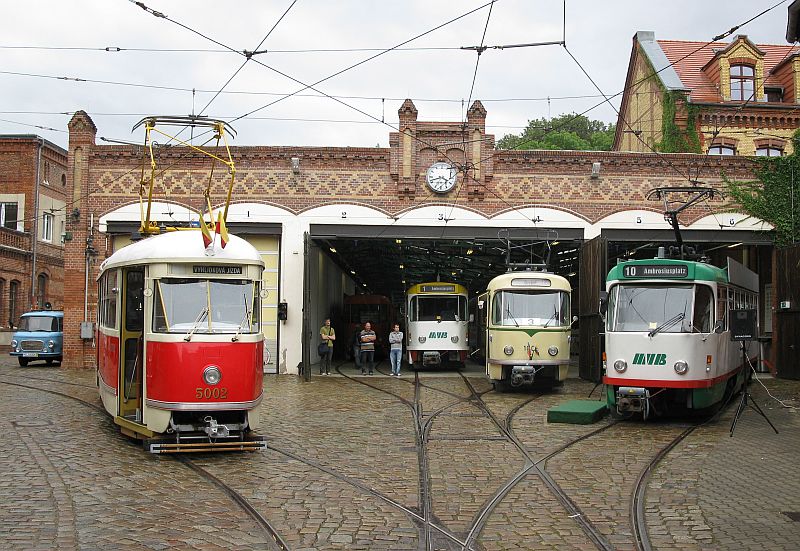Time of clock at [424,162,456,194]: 3:42
